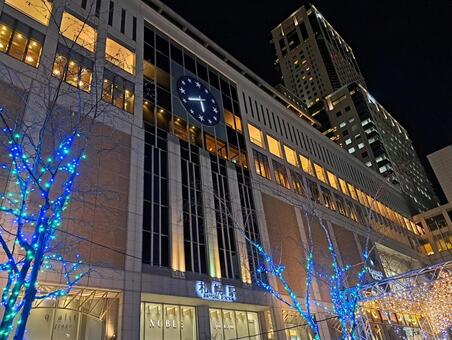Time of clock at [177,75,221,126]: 5:41
